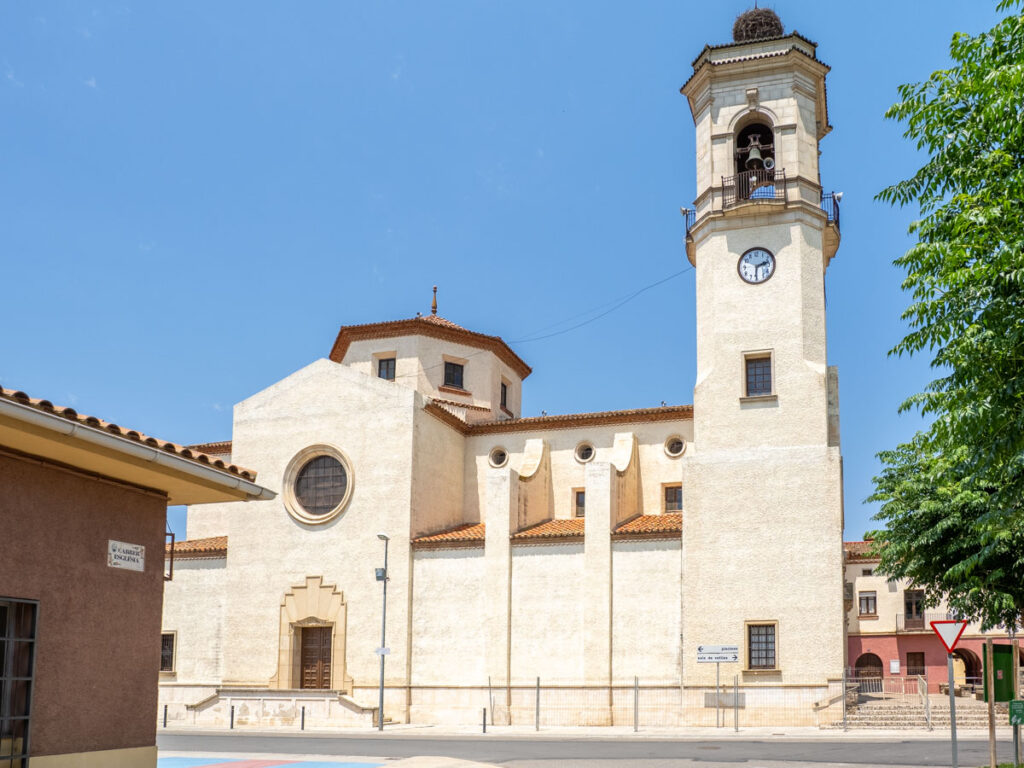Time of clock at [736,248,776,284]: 2:30
